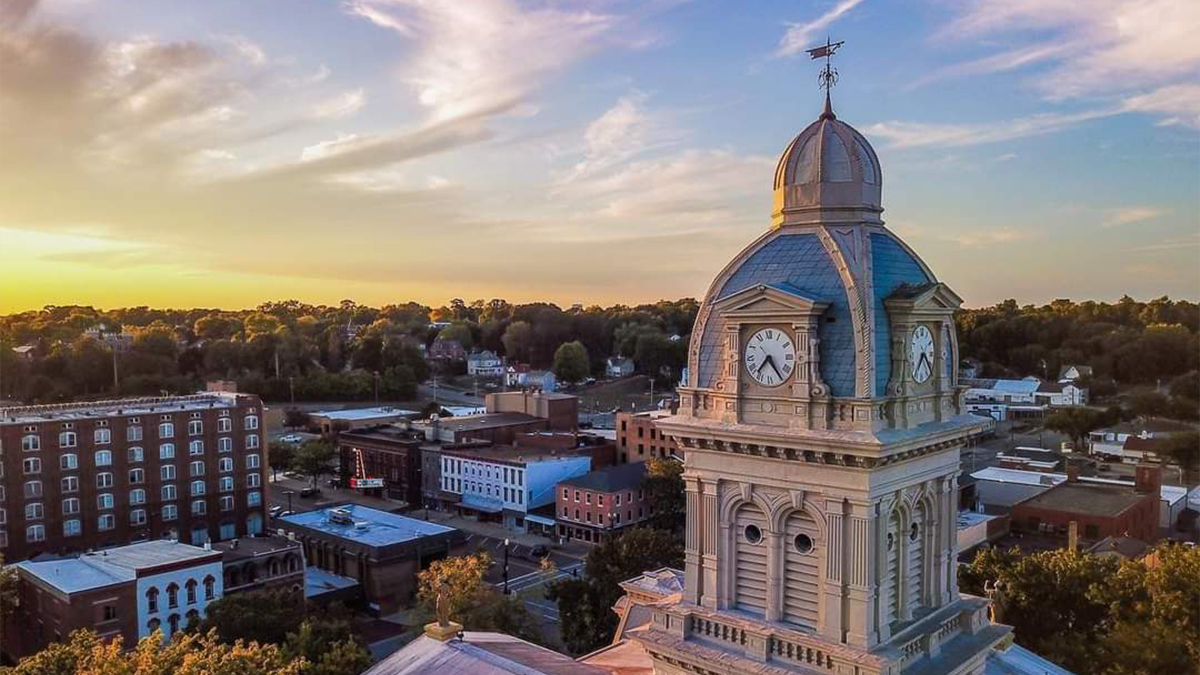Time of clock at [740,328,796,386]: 7:24
